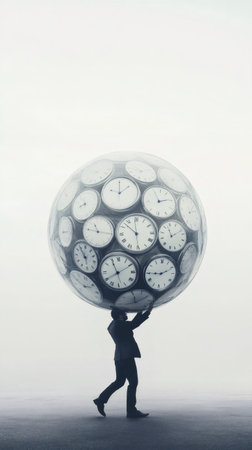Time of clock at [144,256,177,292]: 9:10
